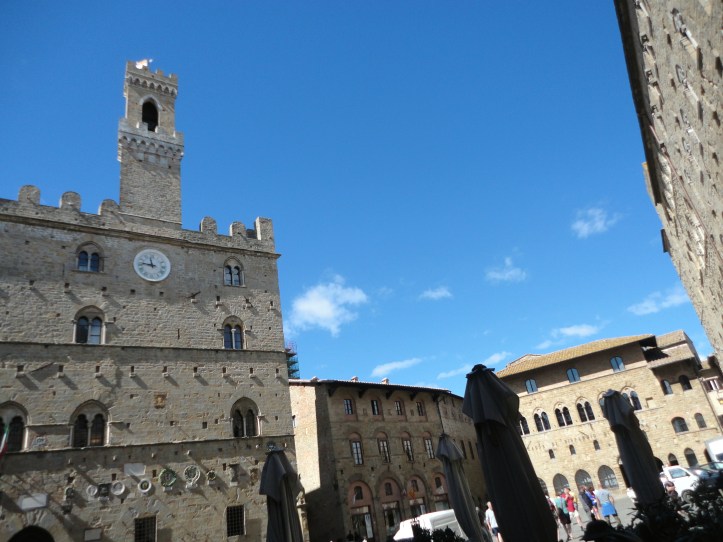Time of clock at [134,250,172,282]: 11:46
